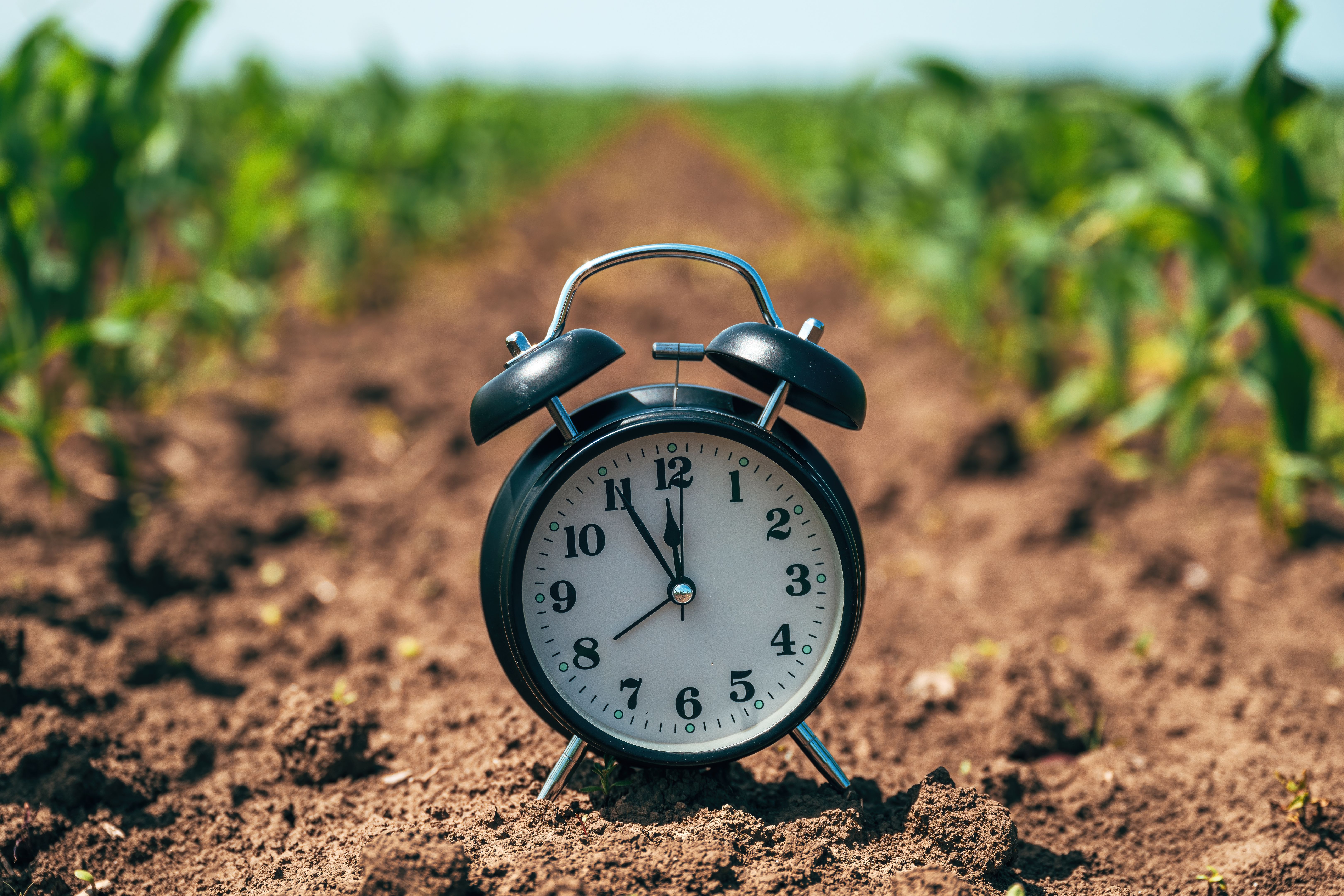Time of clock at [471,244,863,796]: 11:00
